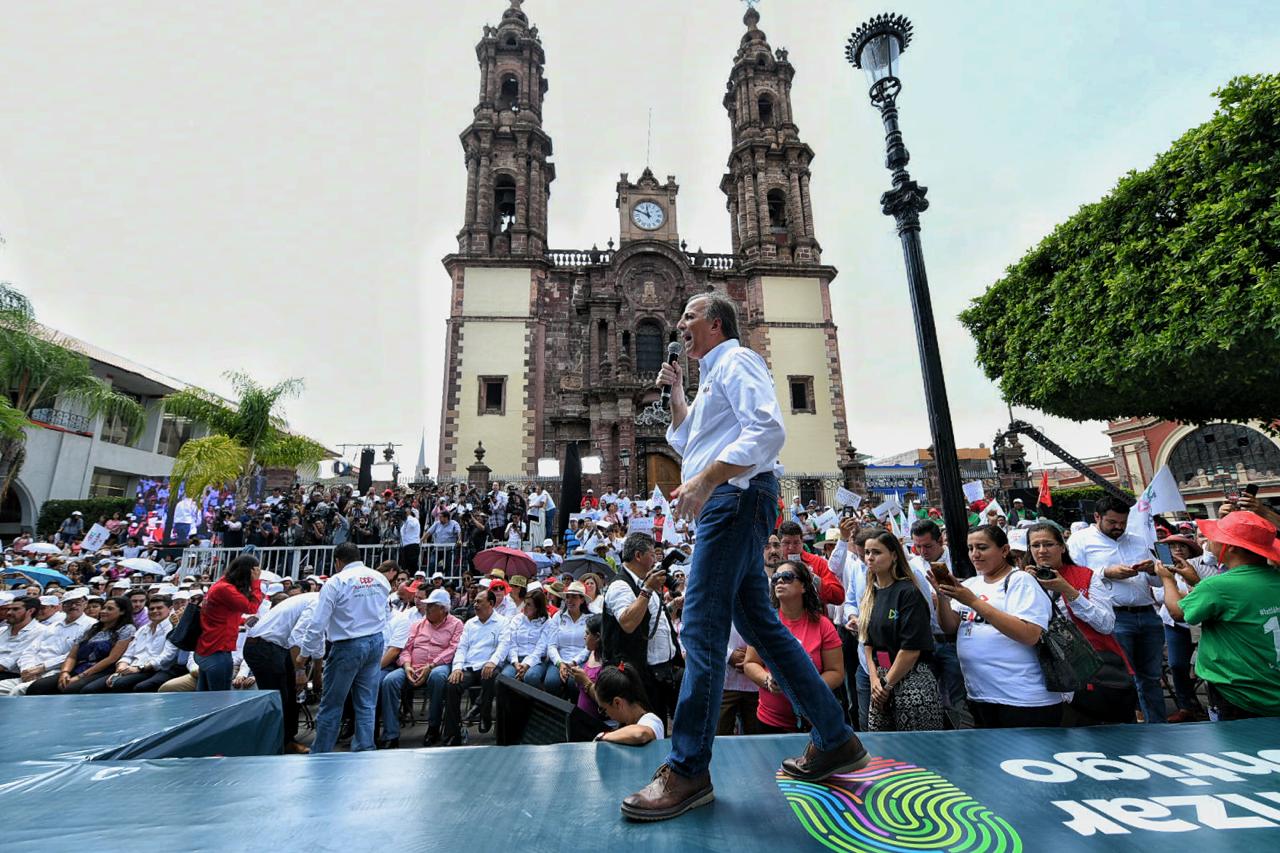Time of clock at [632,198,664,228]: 11:48
